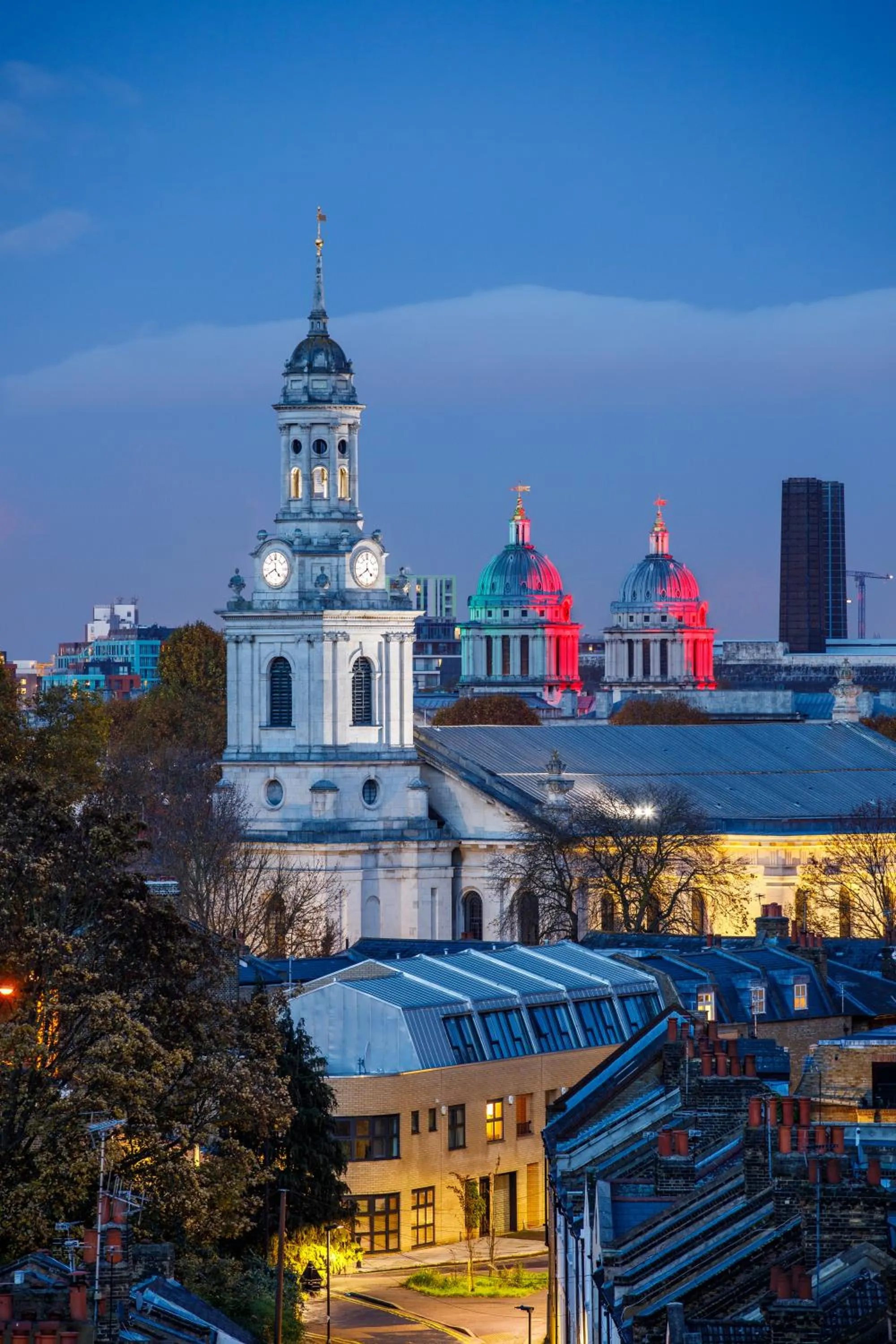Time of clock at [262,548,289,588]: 4:40
